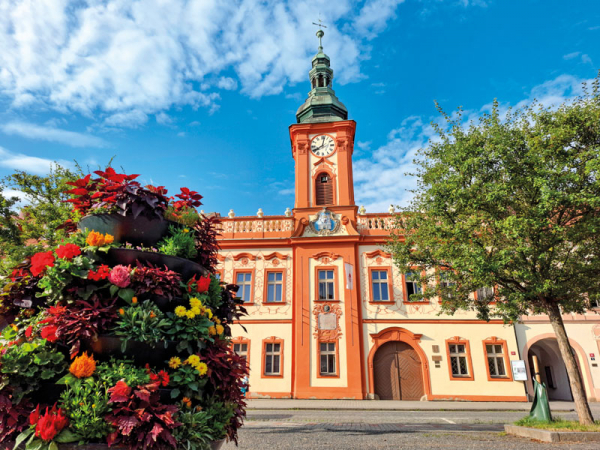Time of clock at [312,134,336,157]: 8:01
